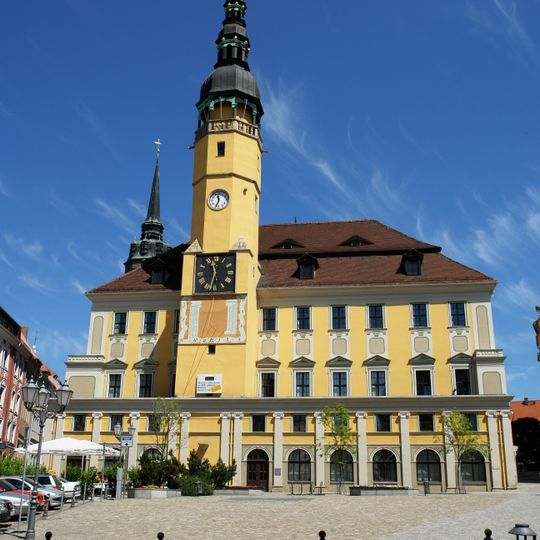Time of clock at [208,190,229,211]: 11:33
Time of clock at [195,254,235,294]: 11:32
